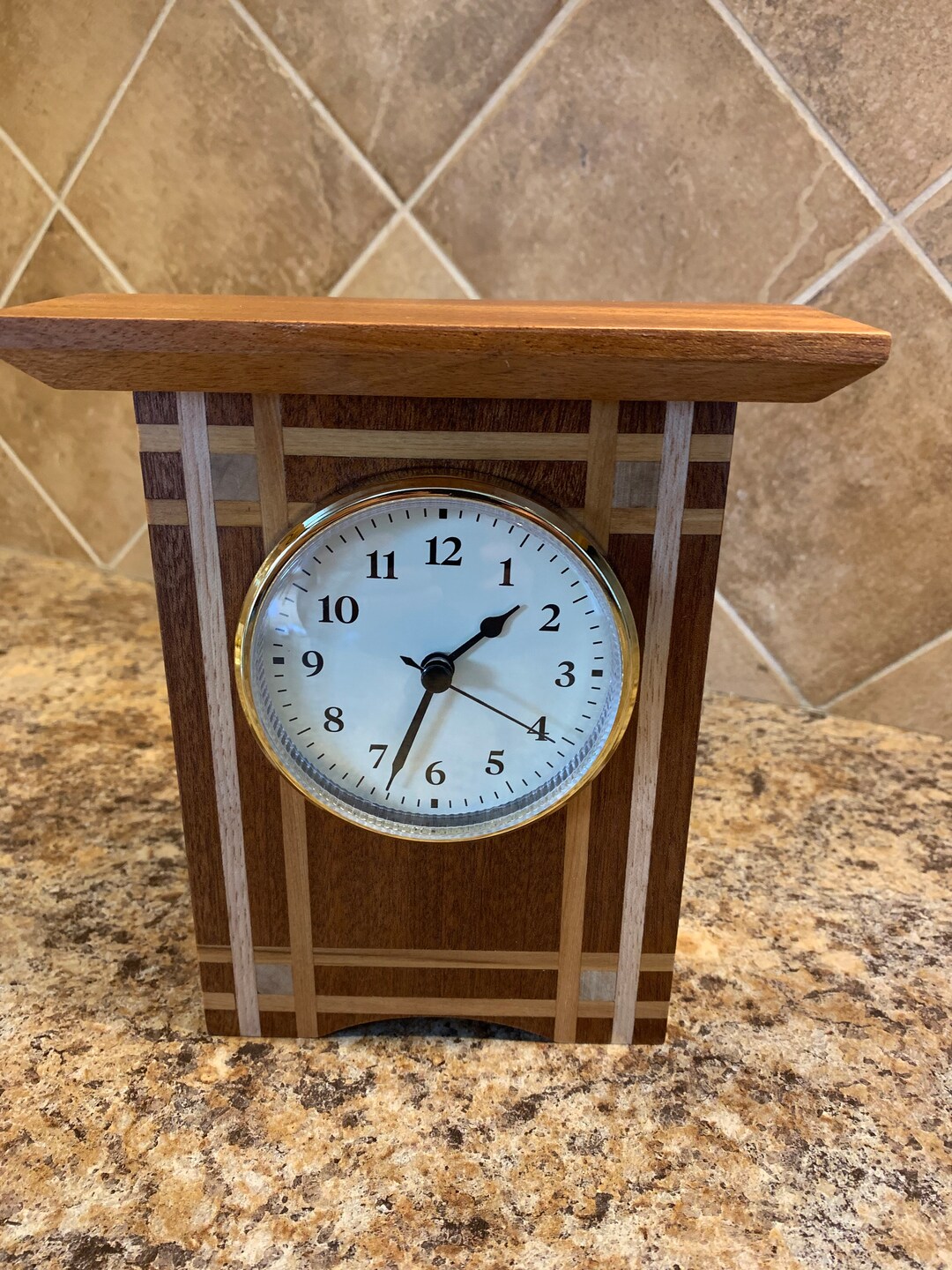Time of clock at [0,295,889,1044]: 1:33
